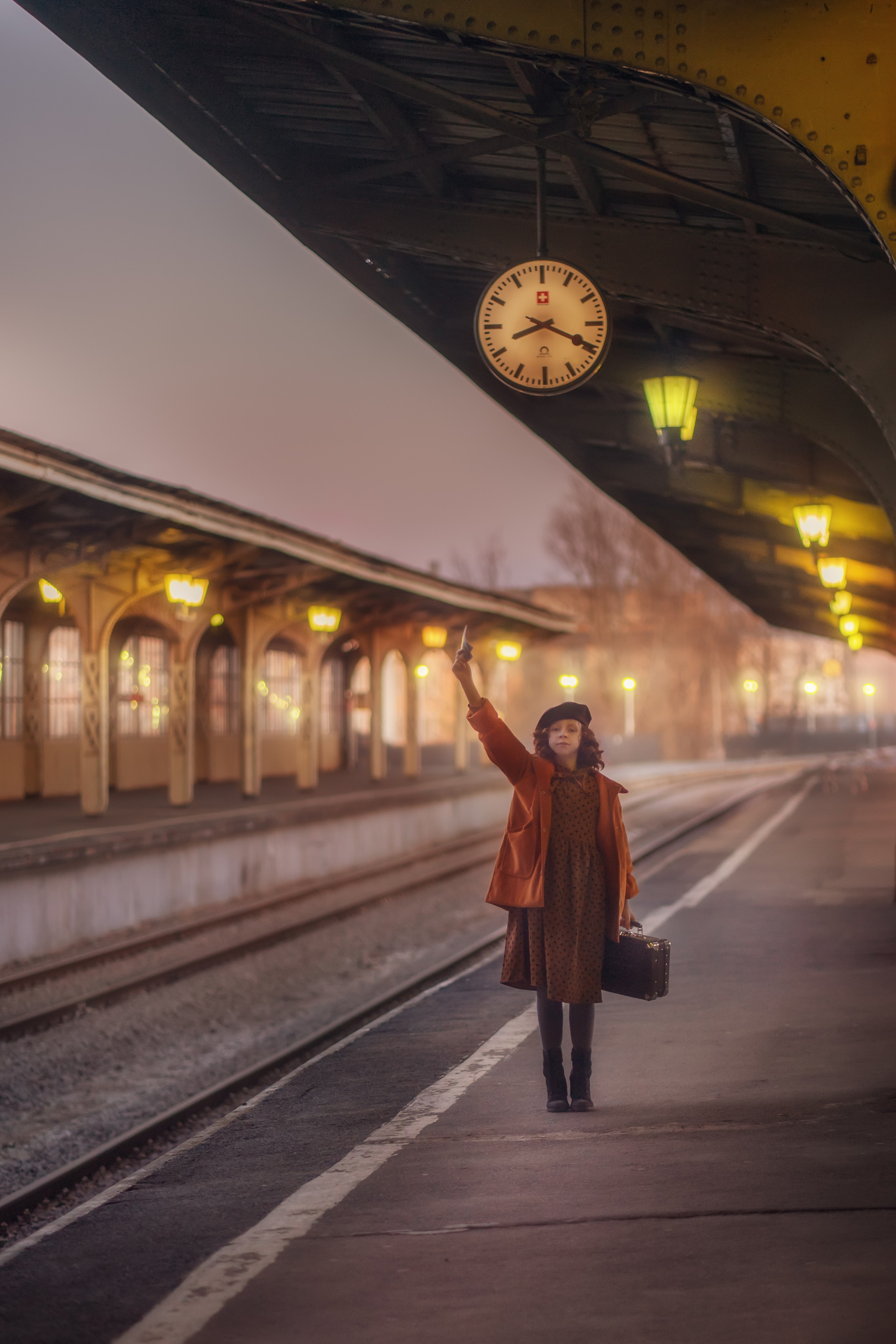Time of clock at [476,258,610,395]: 8:19
